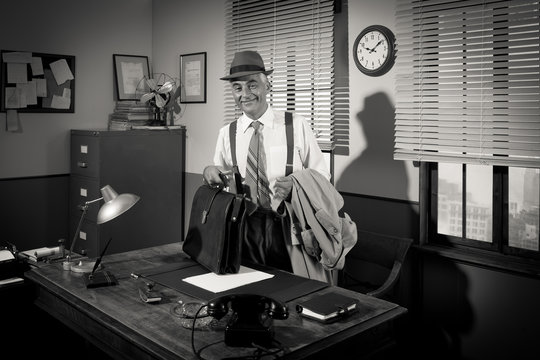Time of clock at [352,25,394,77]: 1:47
